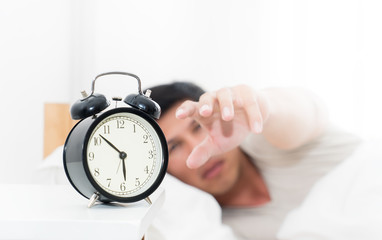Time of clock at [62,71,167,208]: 5:52
